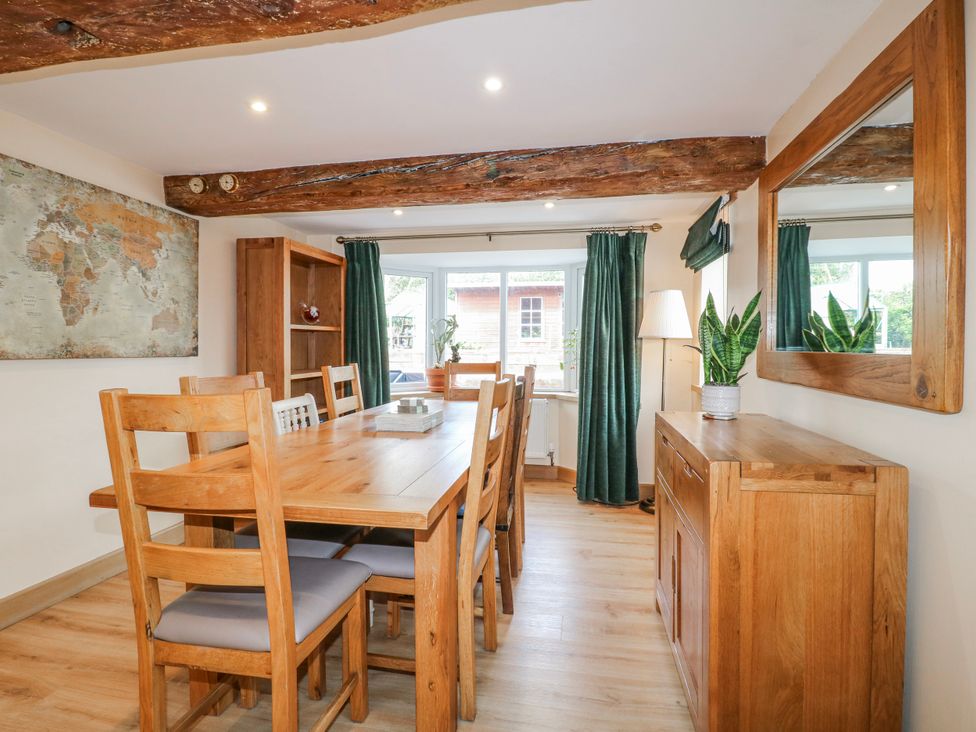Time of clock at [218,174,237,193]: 3:32
